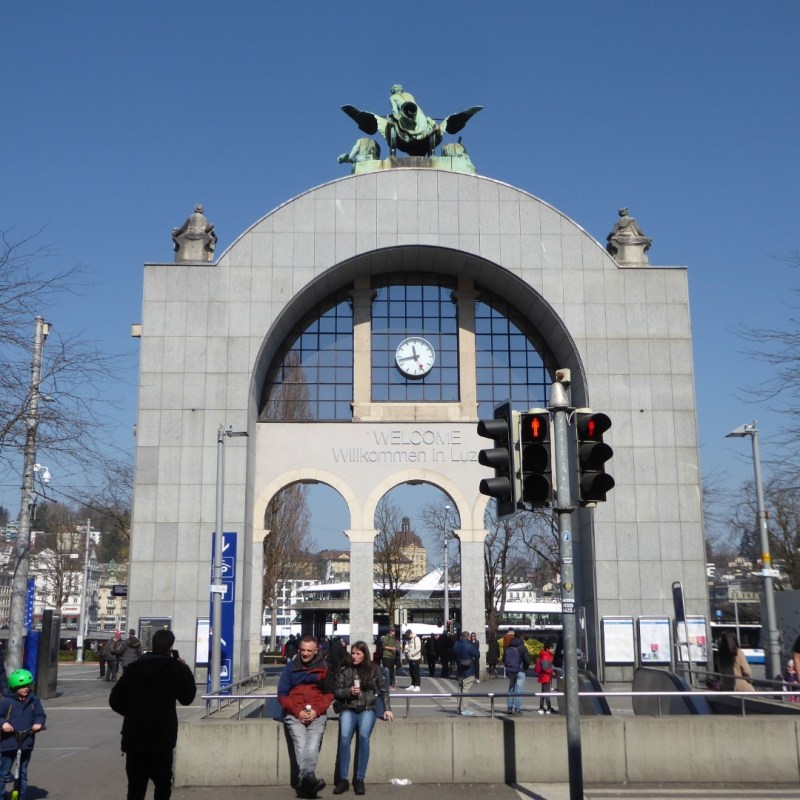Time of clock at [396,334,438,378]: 11:42
